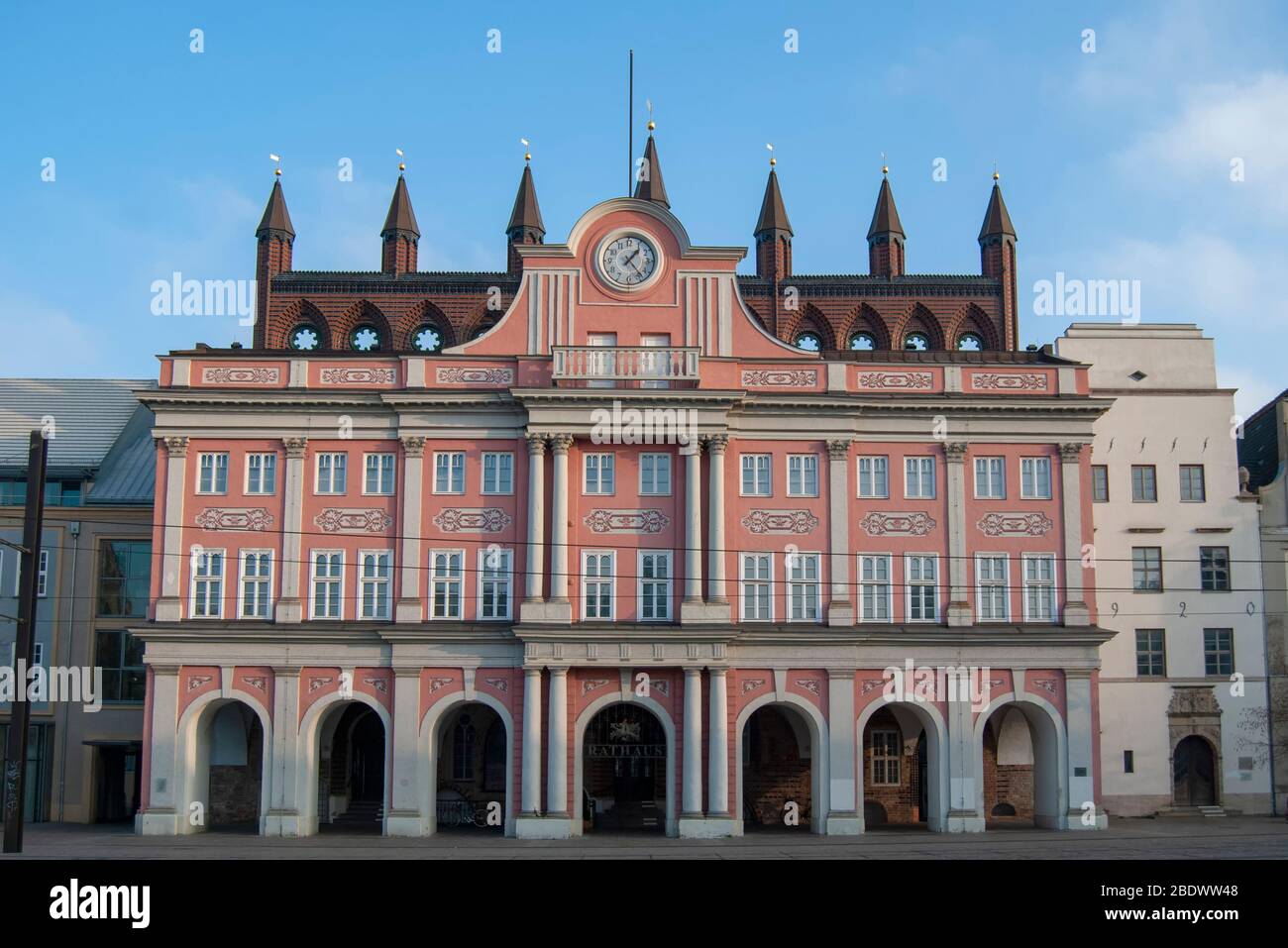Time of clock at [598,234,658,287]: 1:23
